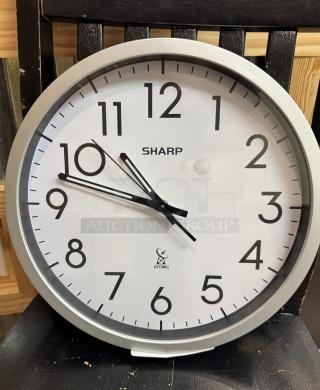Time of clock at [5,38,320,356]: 10:47
